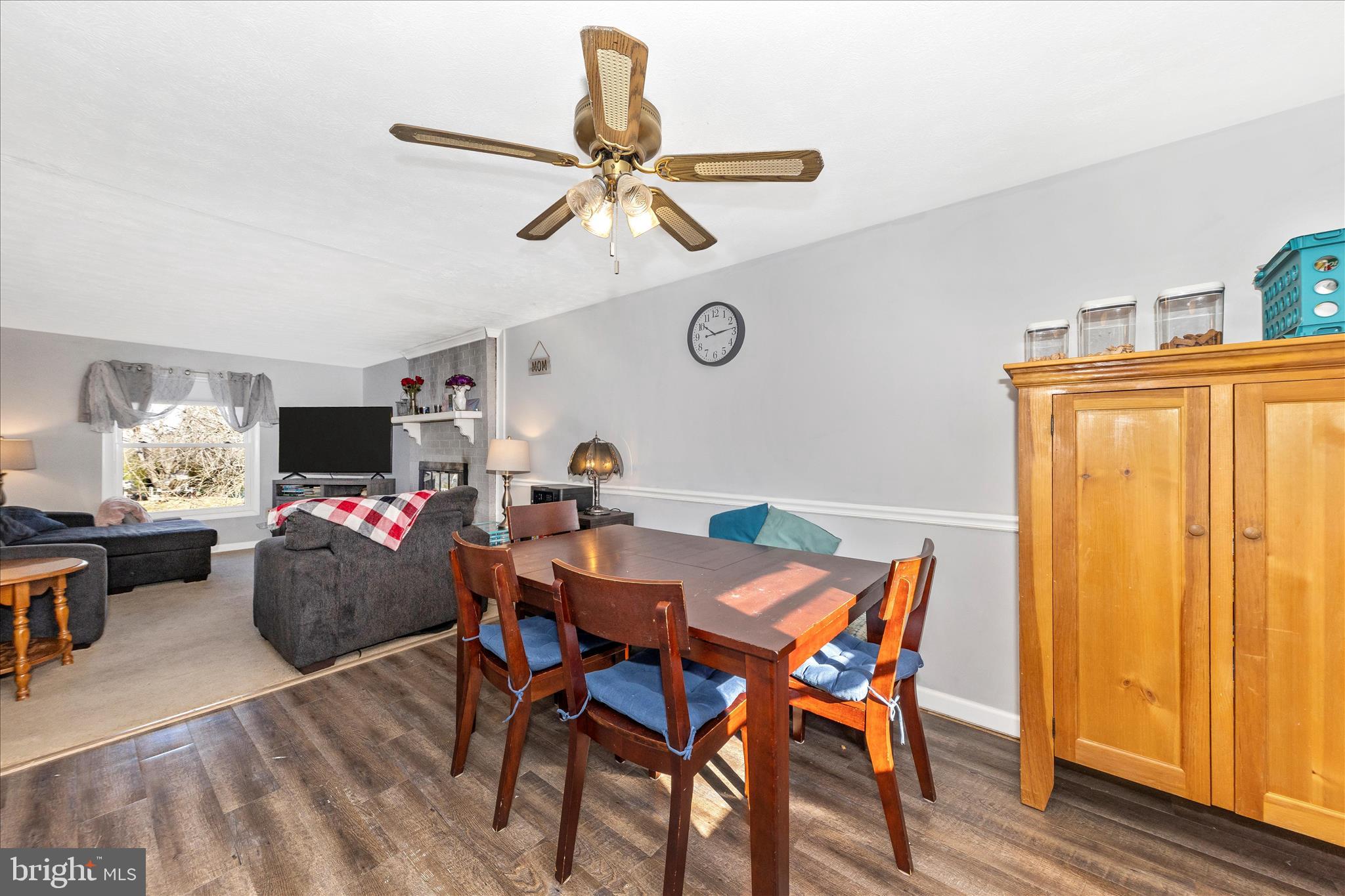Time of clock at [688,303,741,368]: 10:13
